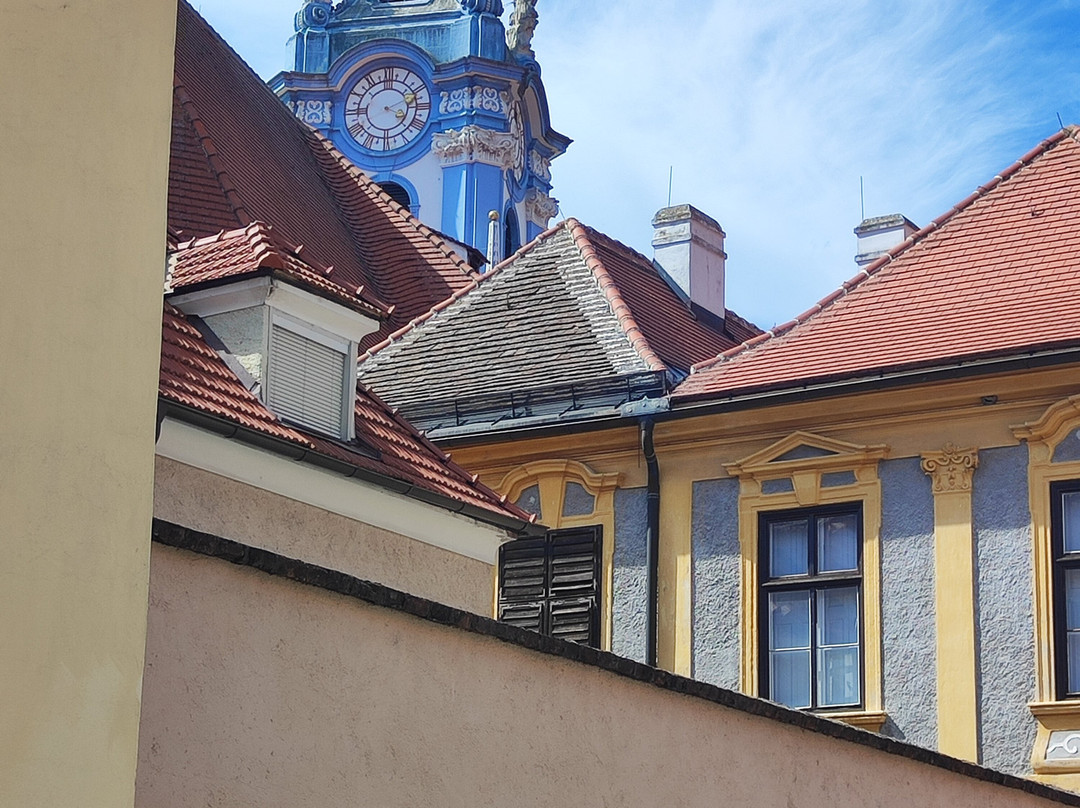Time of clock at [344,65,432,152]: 4:10
